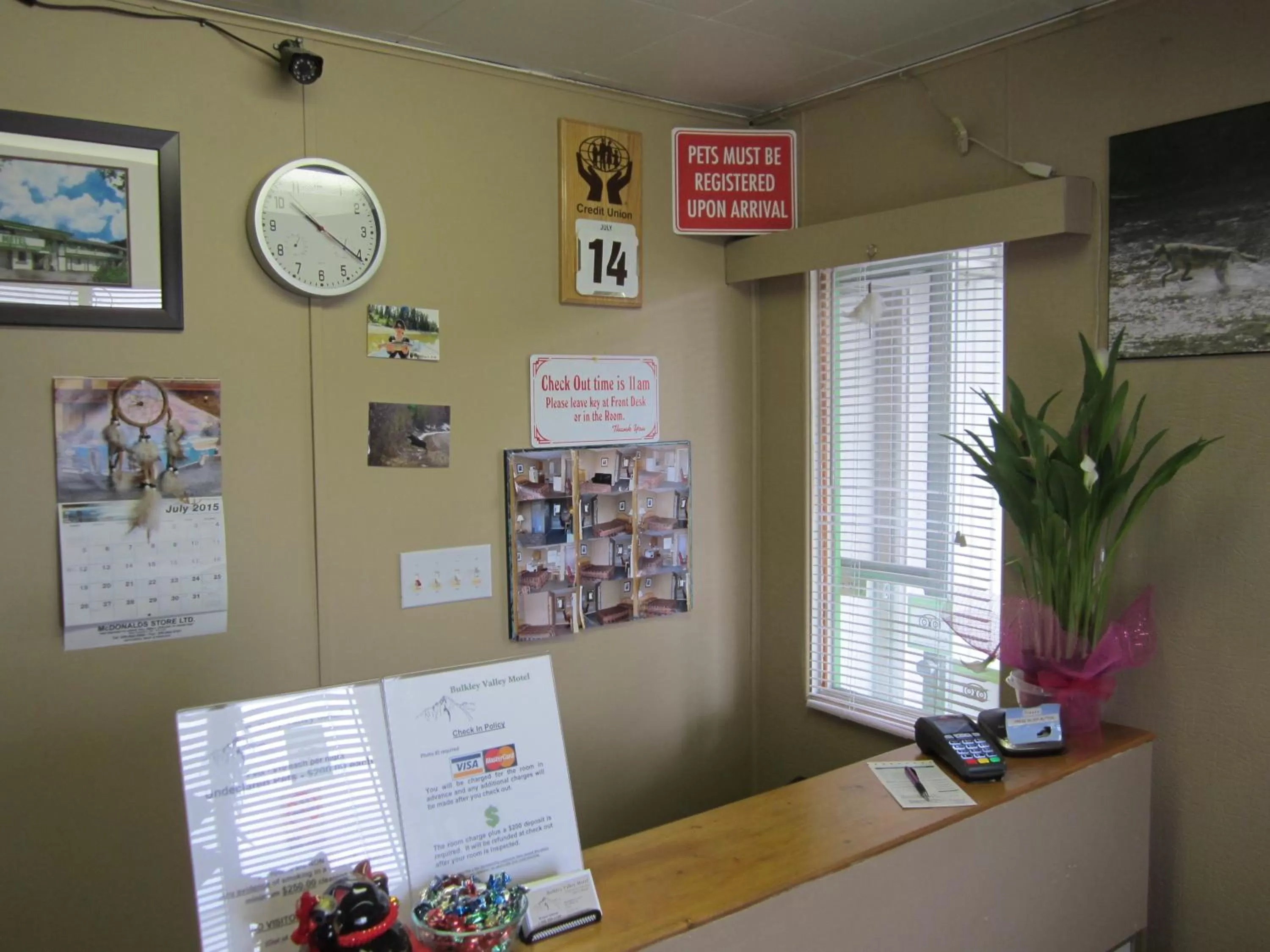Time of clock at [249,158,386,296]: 10:20
